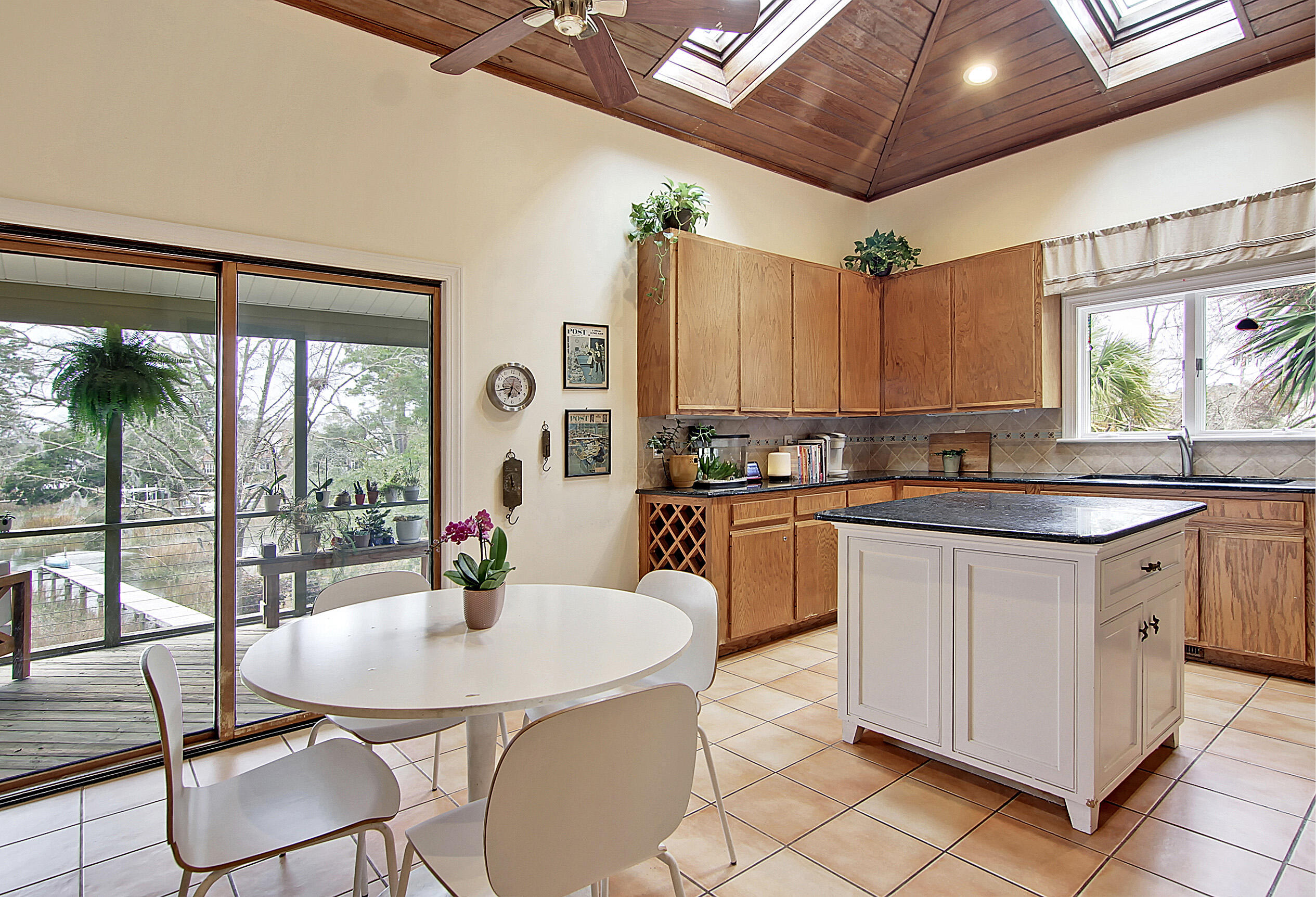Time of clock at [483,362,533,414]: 6:42
